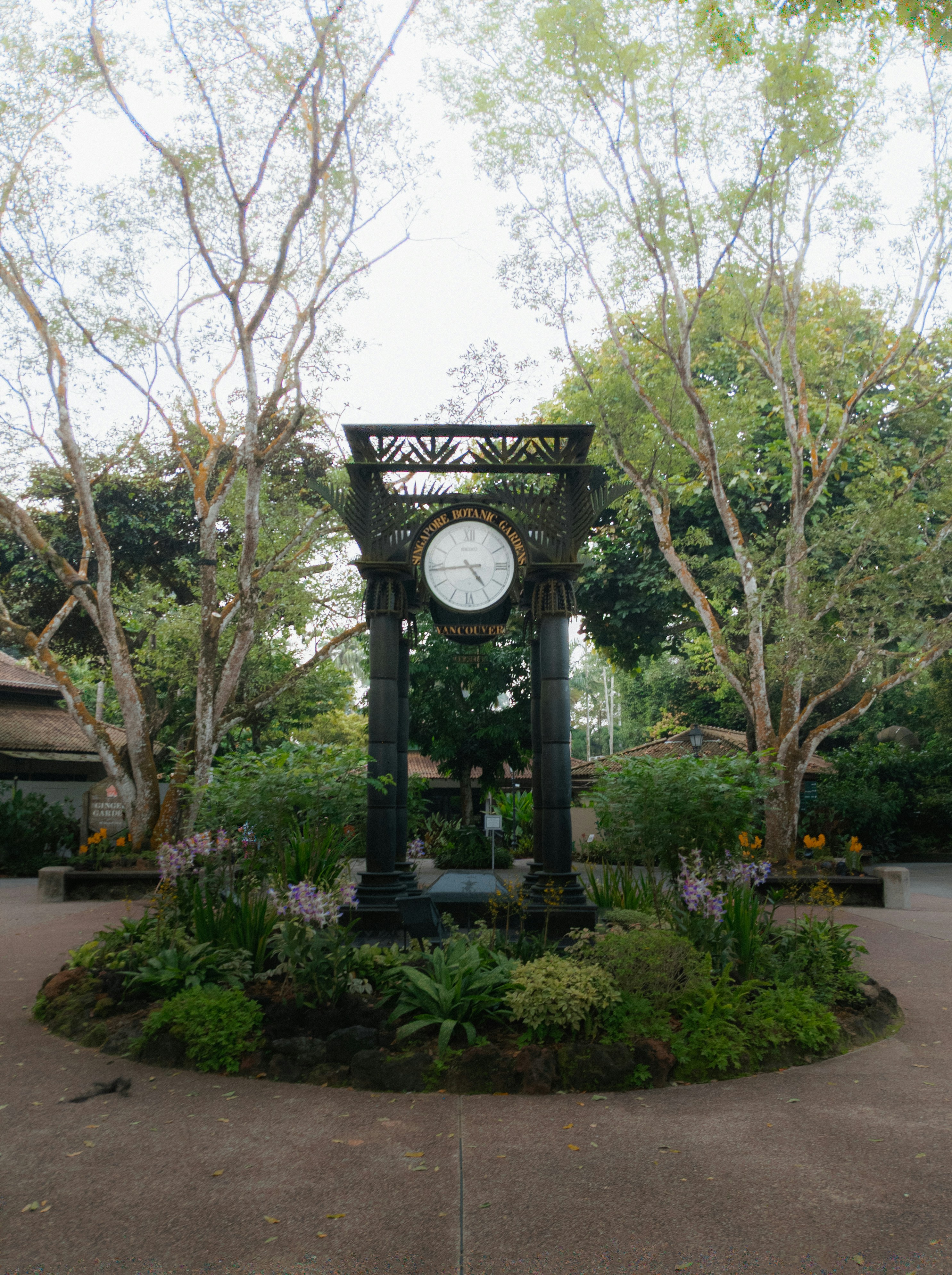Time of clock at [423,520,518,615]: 4:43
